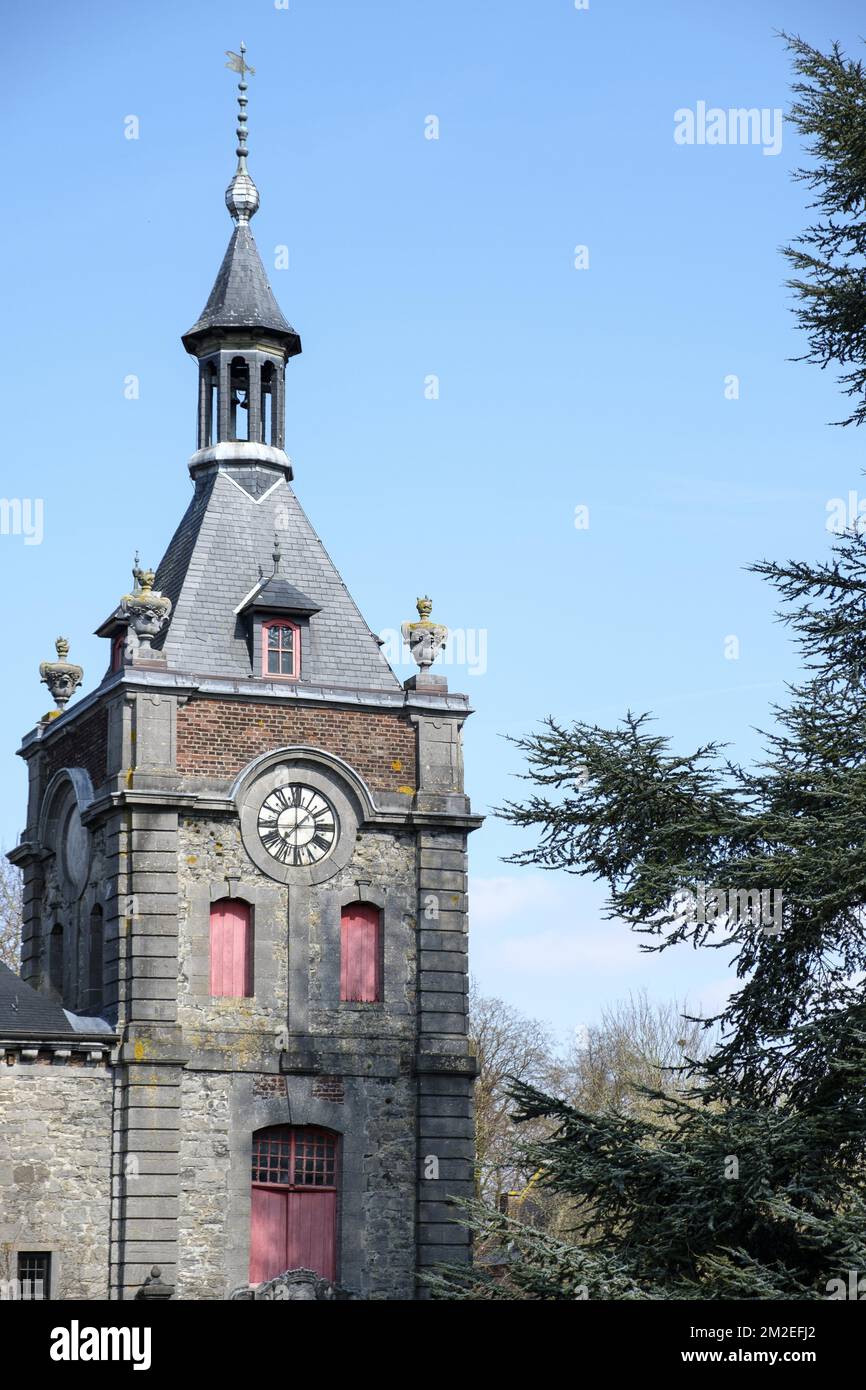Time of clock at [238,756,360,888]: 1:37
